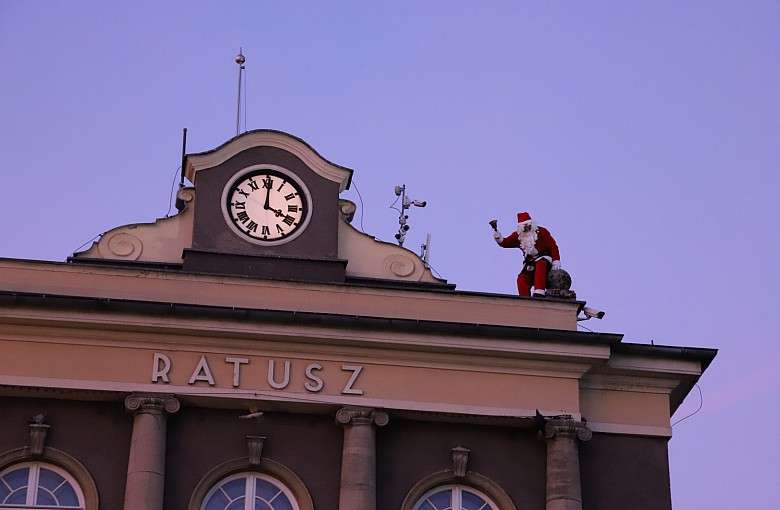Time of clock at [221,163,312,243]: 4:00
